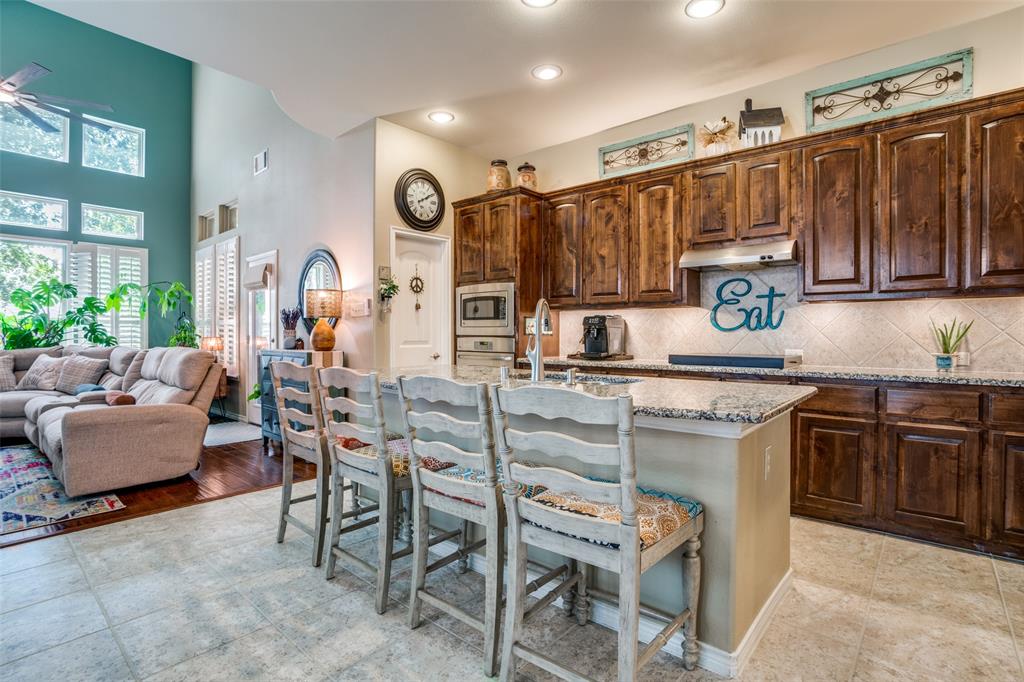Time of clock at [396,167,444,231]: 2:09
